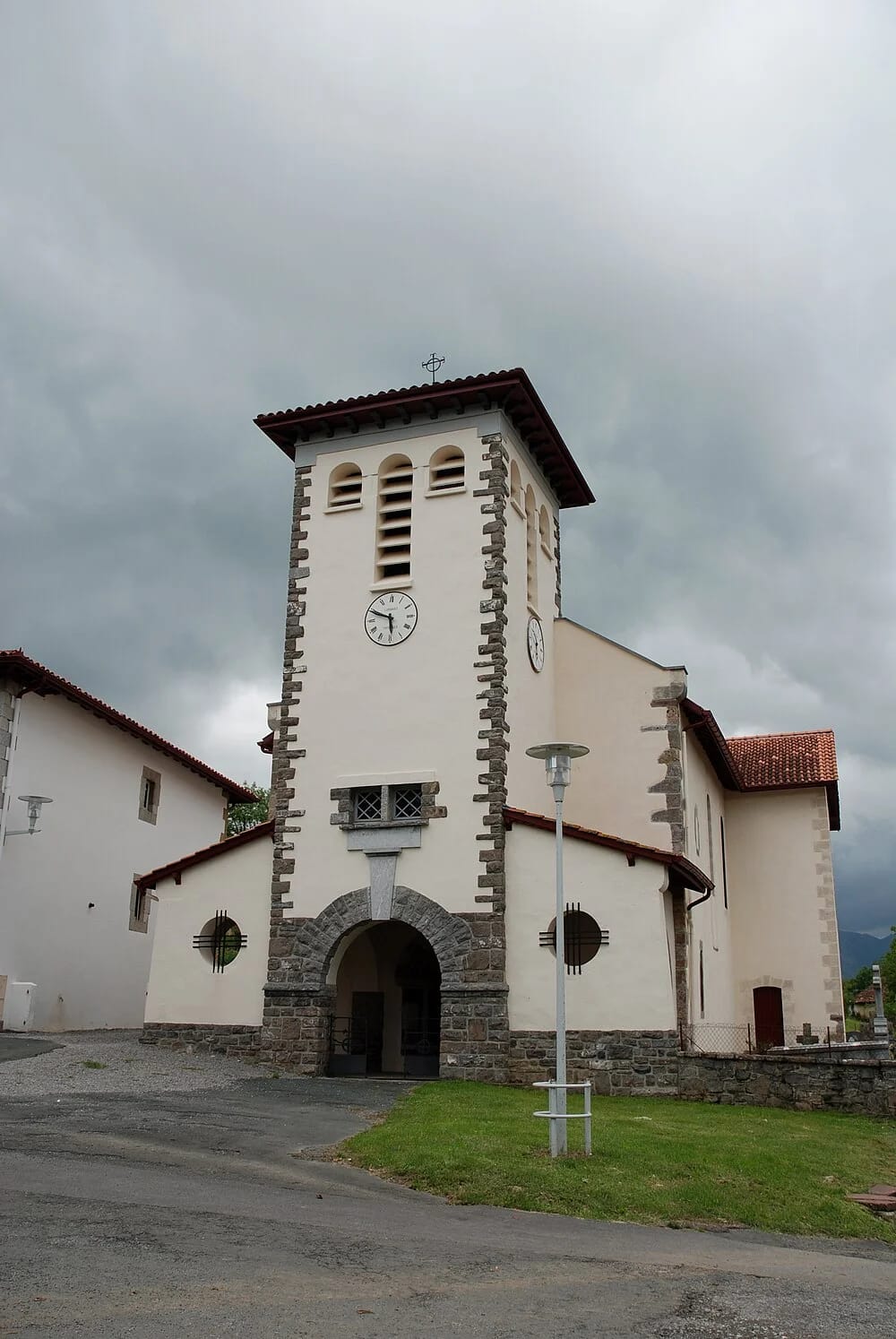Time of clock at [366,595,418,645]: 5:48
